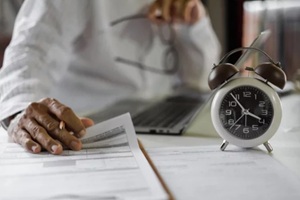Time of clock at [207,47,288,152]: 3:53
